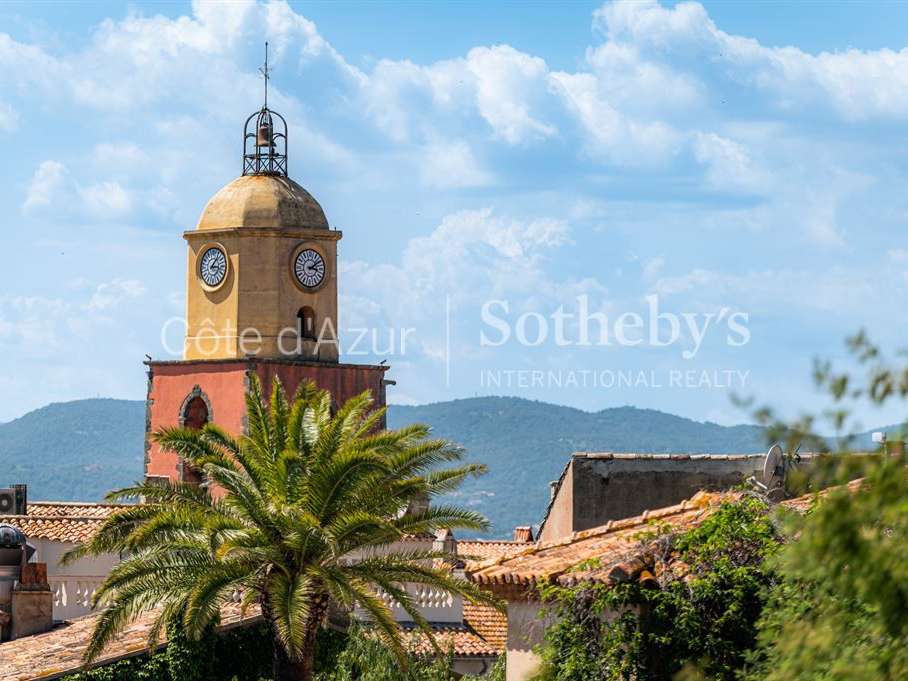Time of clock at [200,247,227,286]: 3:06
